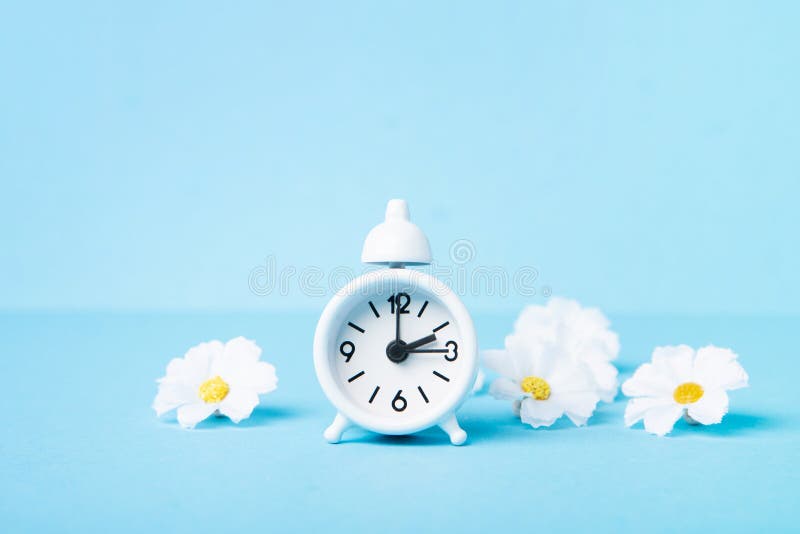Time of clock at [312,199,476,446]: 2:00
